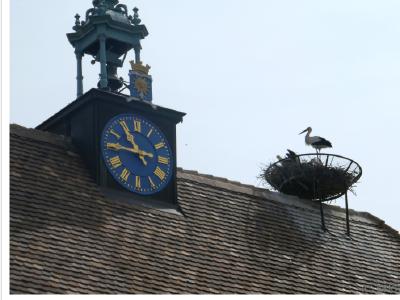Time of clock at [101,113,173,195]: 10:45
